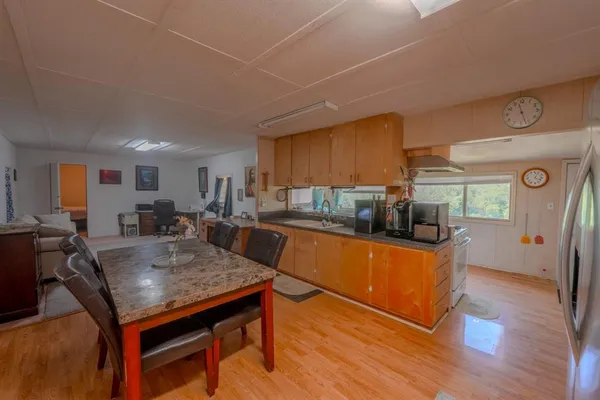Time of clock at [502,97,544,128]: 11:26
